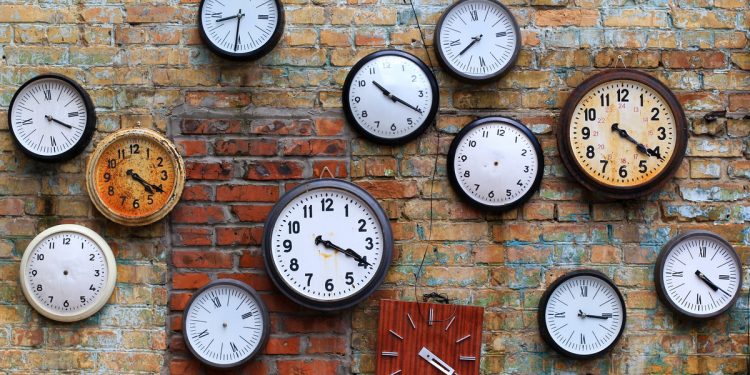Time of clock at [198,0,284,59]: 8:30
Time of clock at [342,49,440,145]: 10:20
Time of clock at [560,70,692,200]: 4:20
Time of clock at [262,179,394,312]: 3:19
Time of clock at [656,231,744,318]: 4:20
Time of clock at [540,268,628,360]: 3:14
